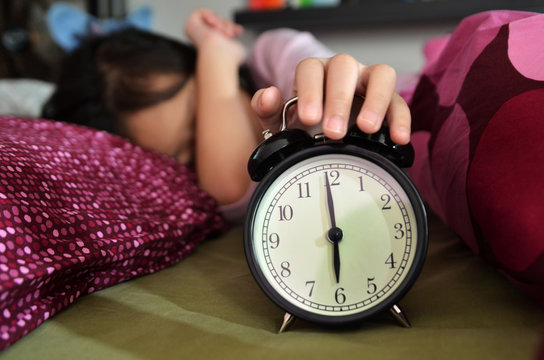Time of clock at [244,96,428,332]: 5:59
